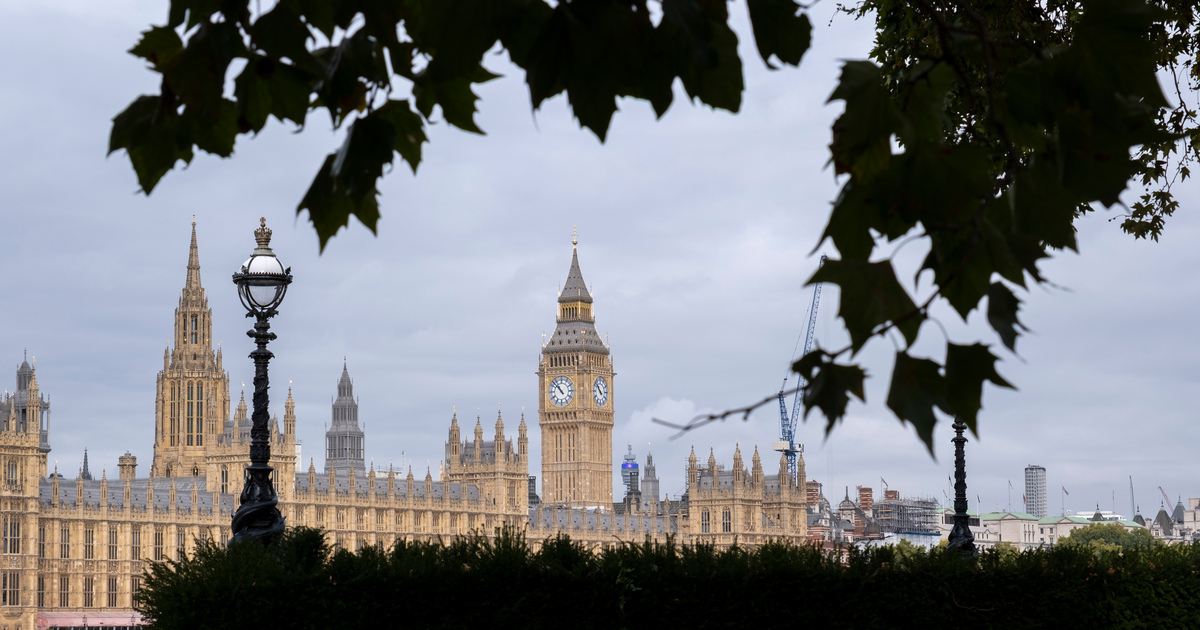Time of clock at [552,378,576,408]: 10:52
